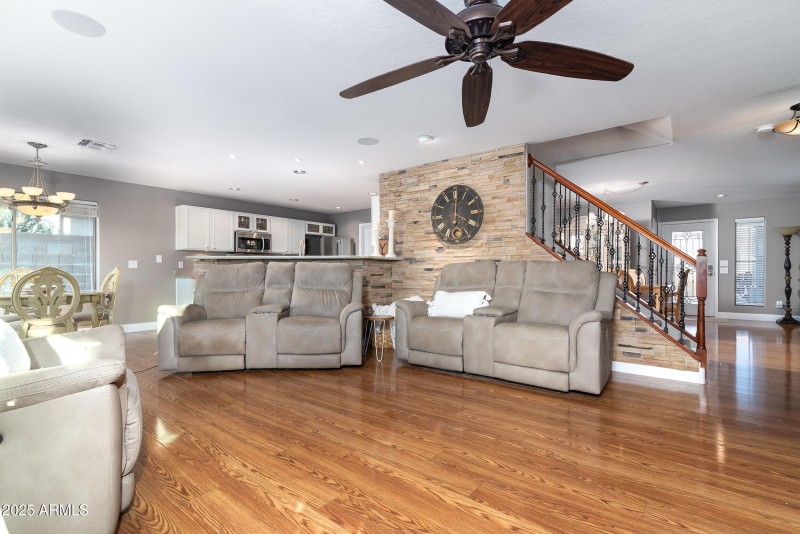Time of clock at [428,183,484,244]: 4:01
